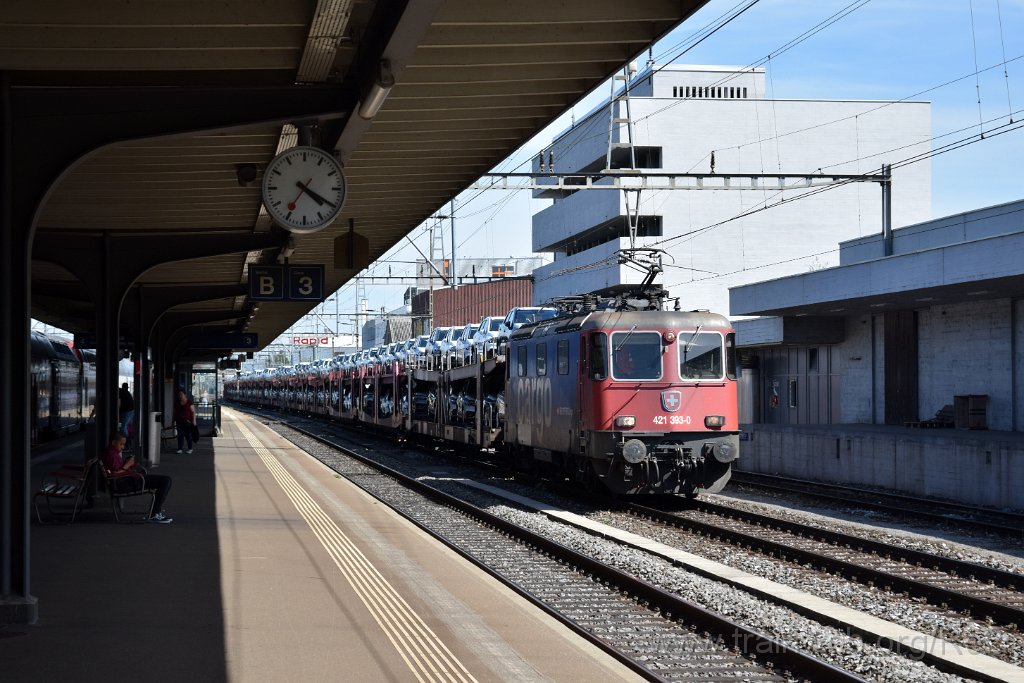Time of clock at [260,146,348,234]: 4:20
